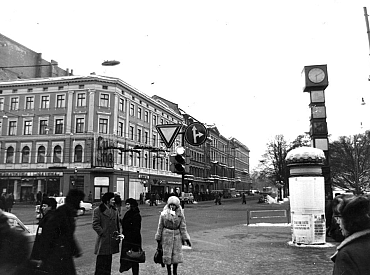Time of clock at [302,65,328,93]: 6:10
